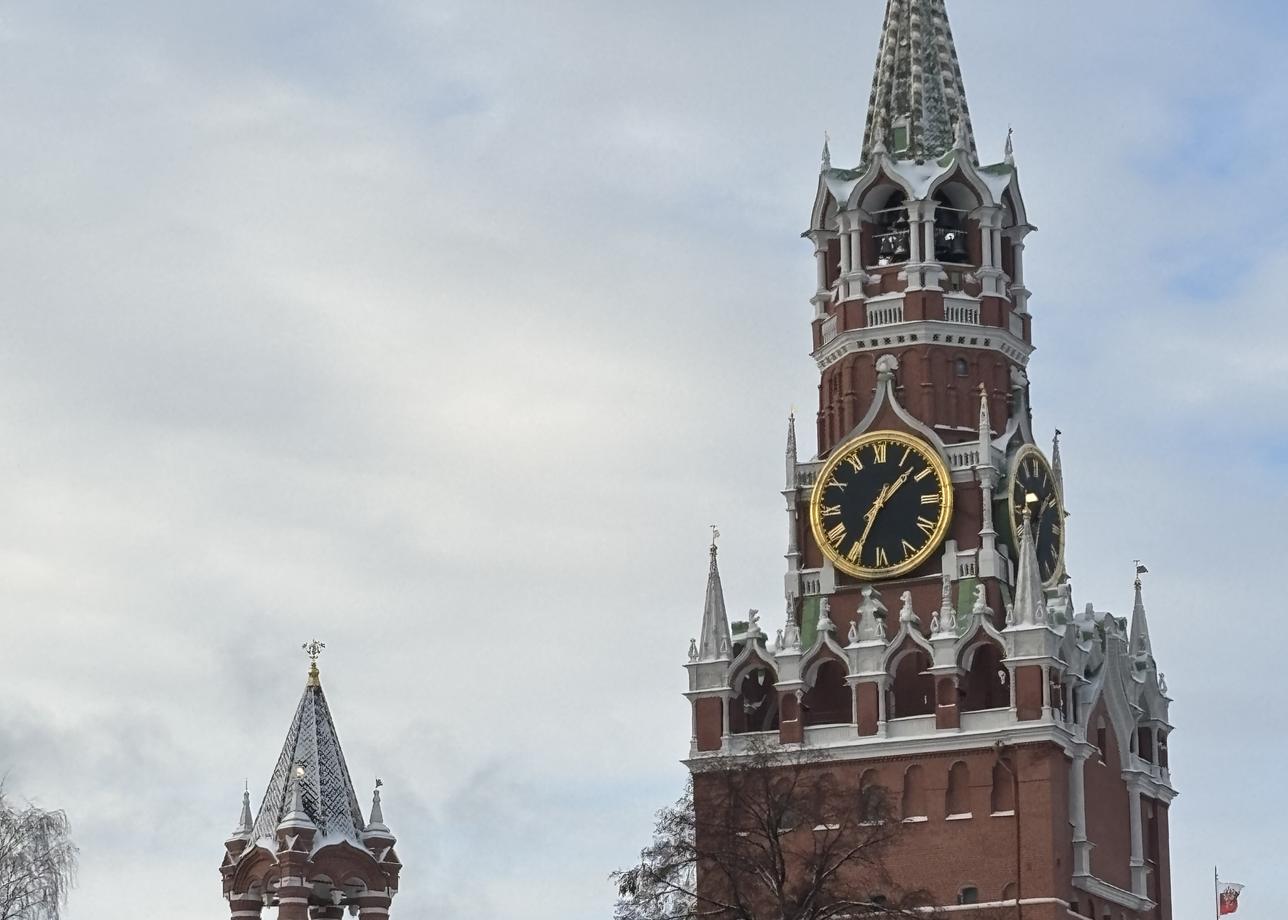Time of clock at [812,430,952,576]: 1:34
